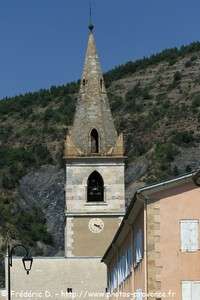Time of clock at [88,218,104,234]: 3:21
